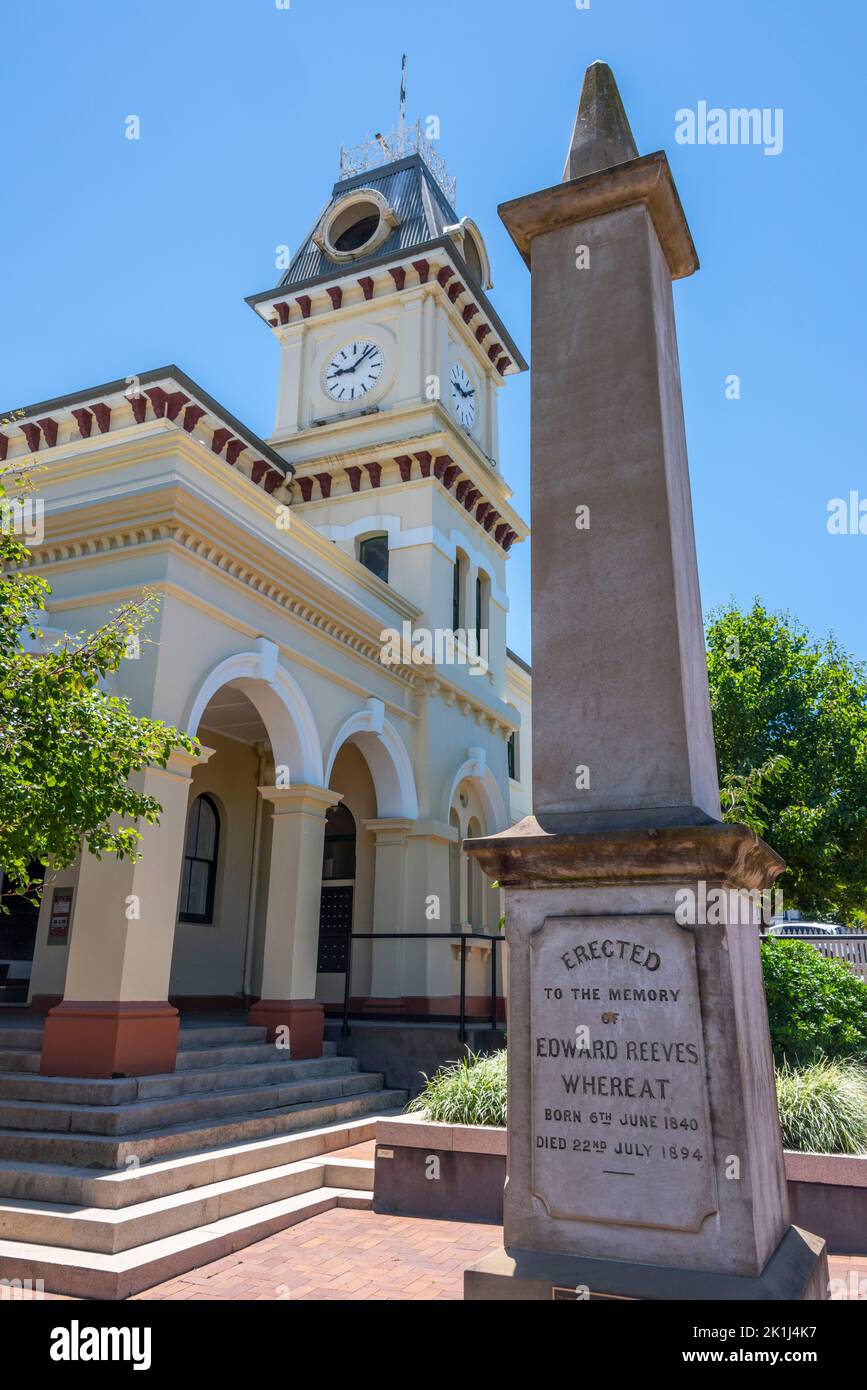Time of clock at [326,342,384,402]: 9:07
